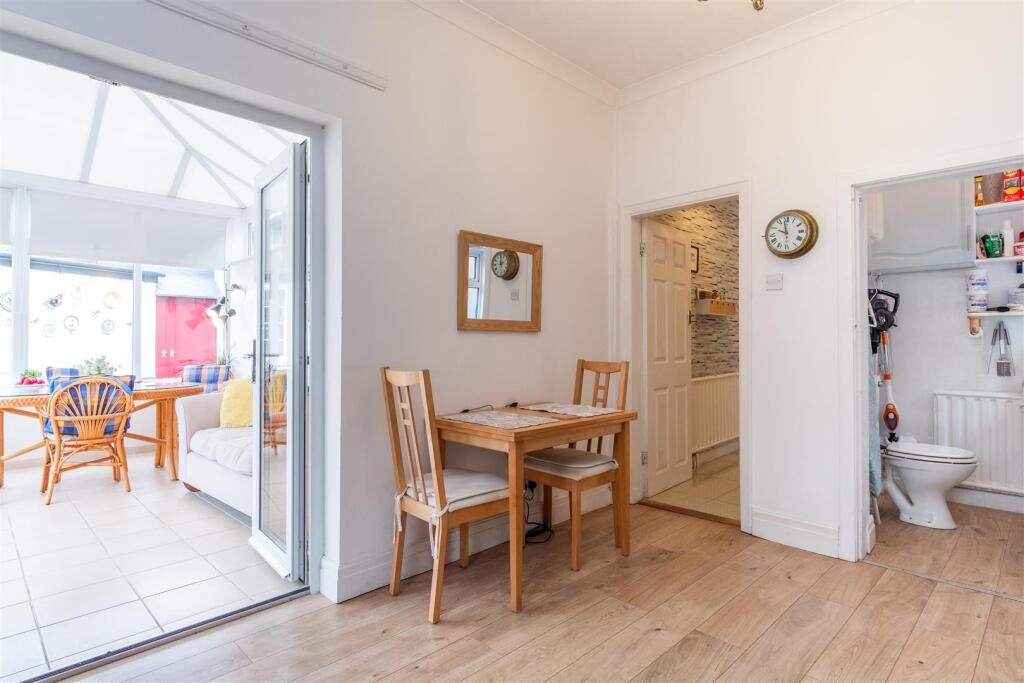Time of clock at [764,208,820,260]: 9:58
